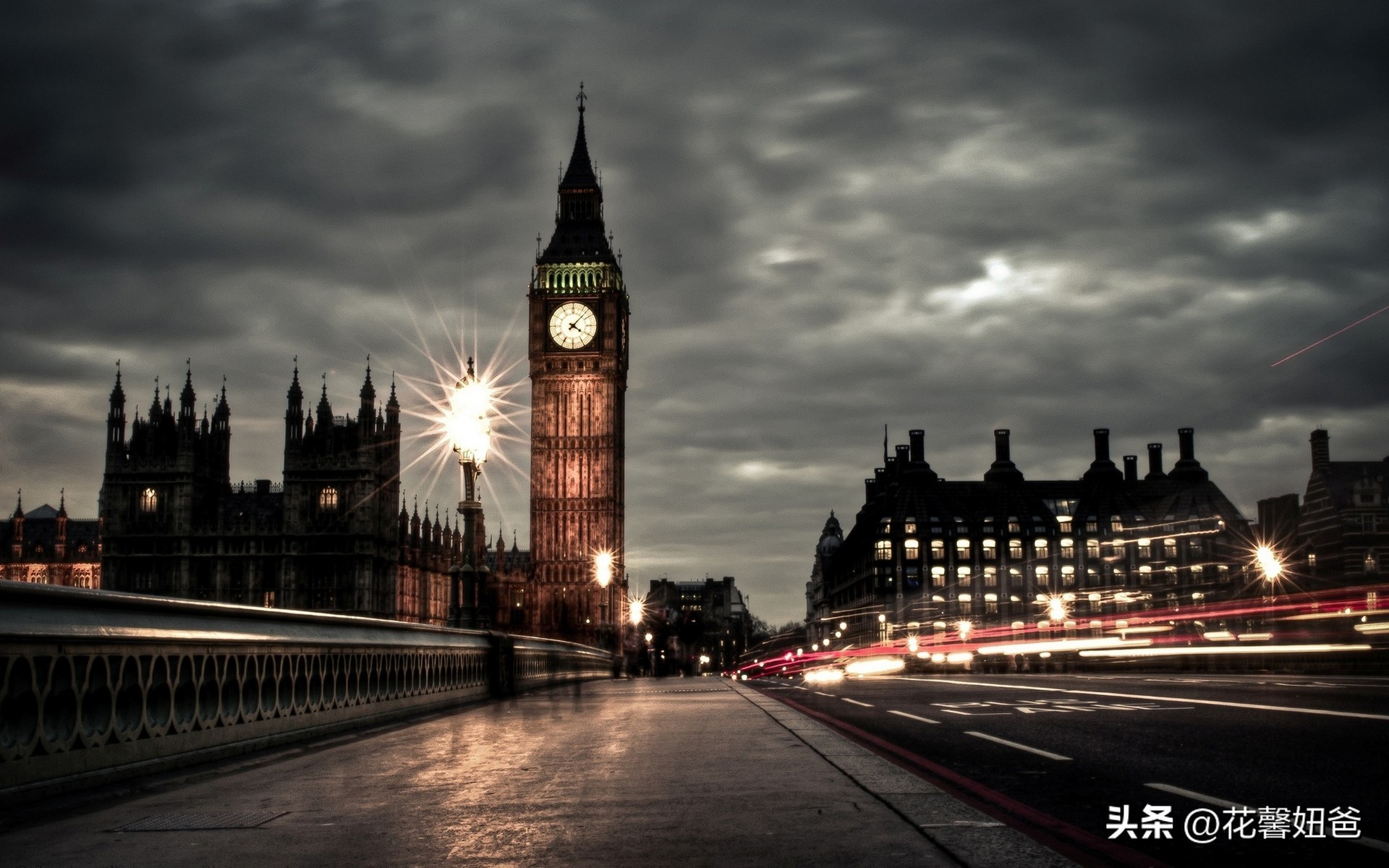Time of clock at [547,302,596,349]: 4:07
